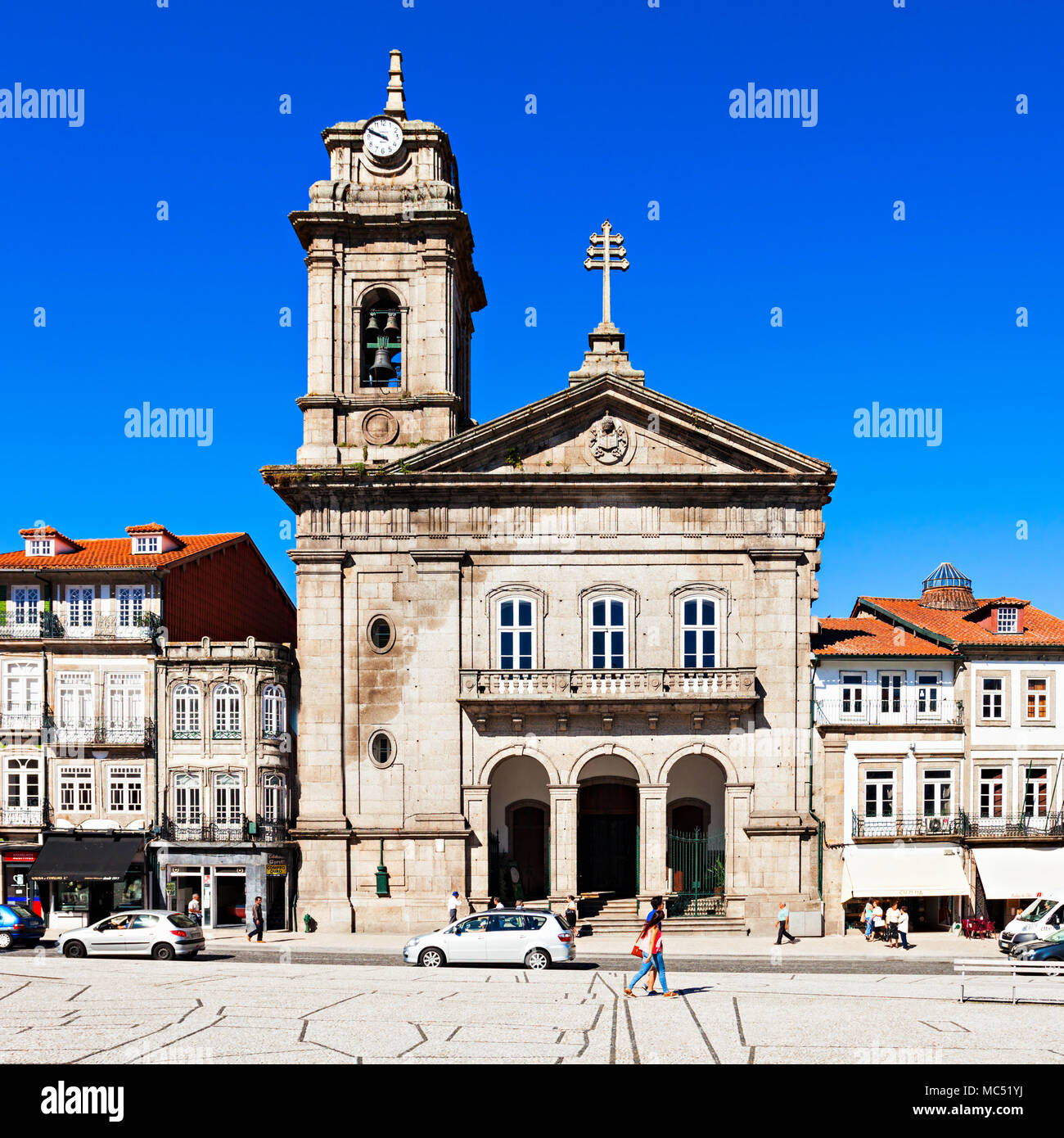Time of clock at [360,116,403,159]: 9:48
